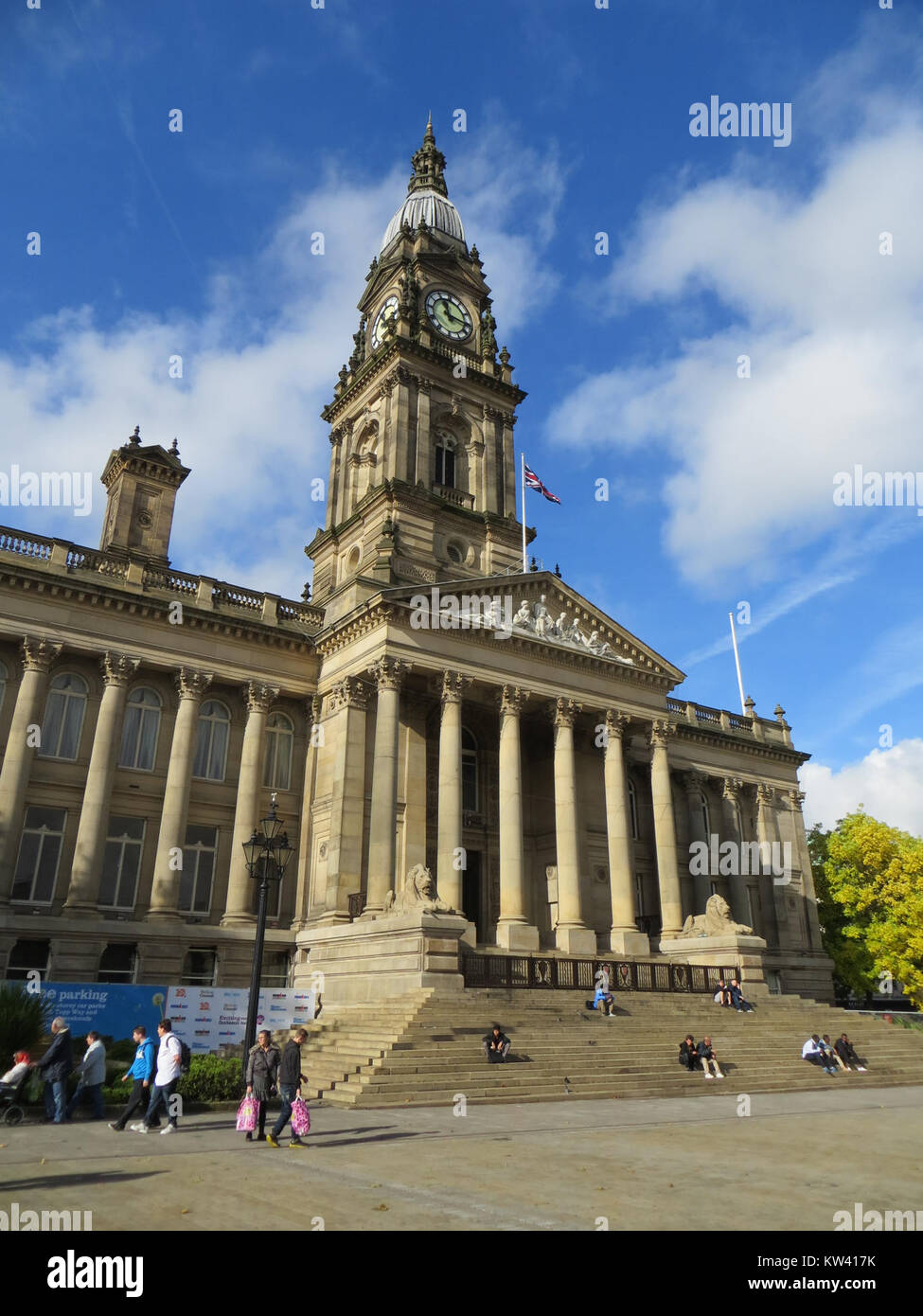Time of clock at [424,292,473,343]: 11:16
